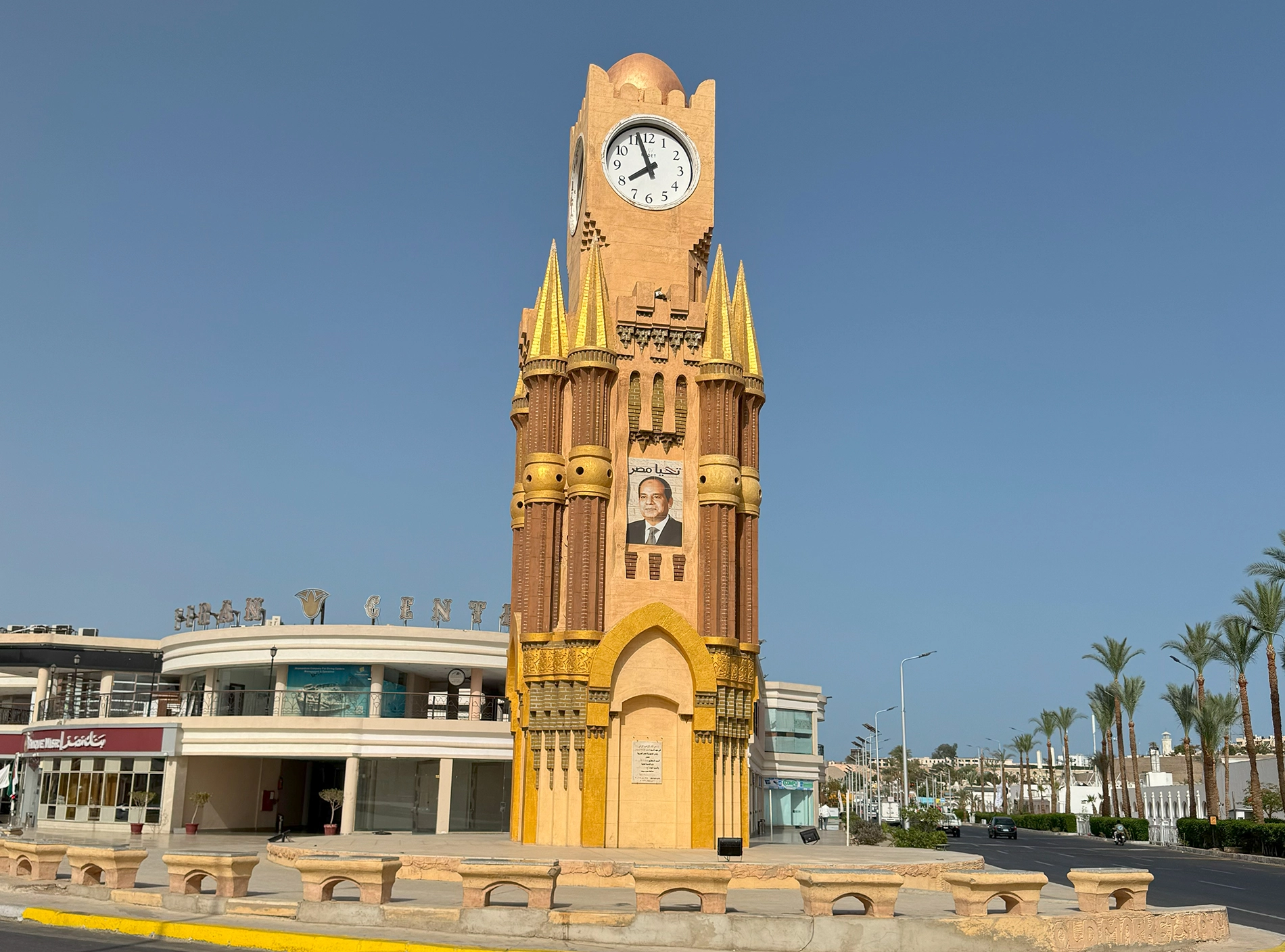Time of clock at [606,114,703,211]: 7:57
